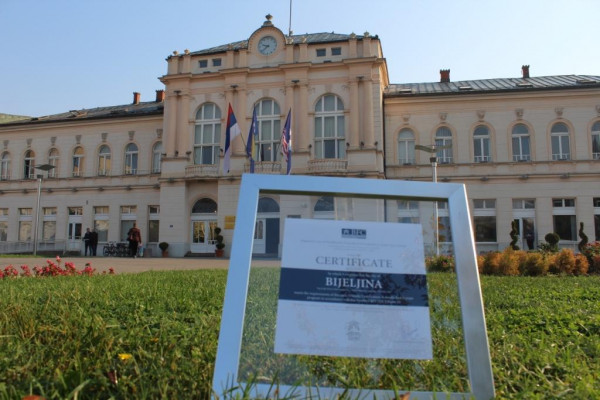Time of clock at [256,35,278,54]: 9:38
